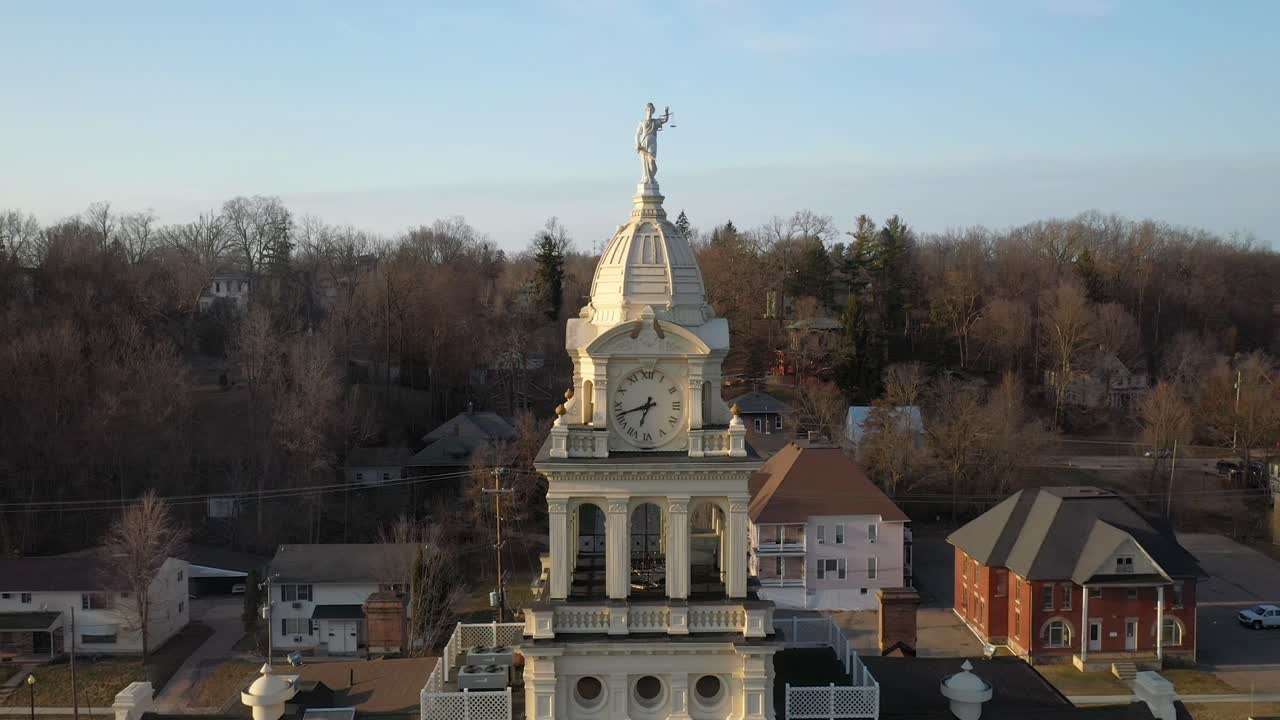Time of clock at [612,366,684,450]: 6:42
